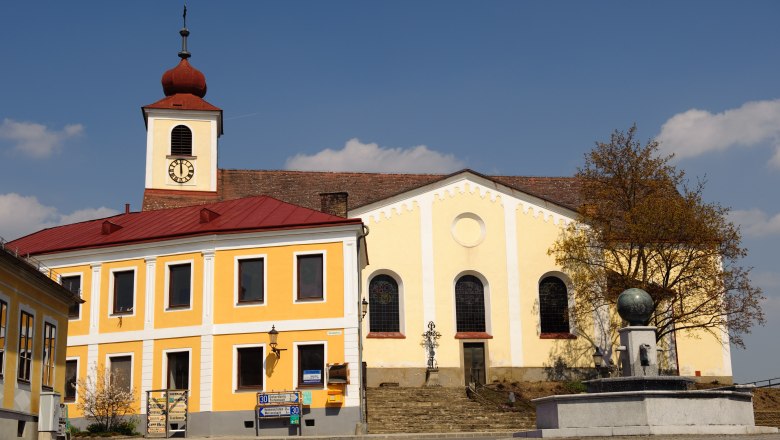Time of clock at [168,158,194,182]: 11:59
